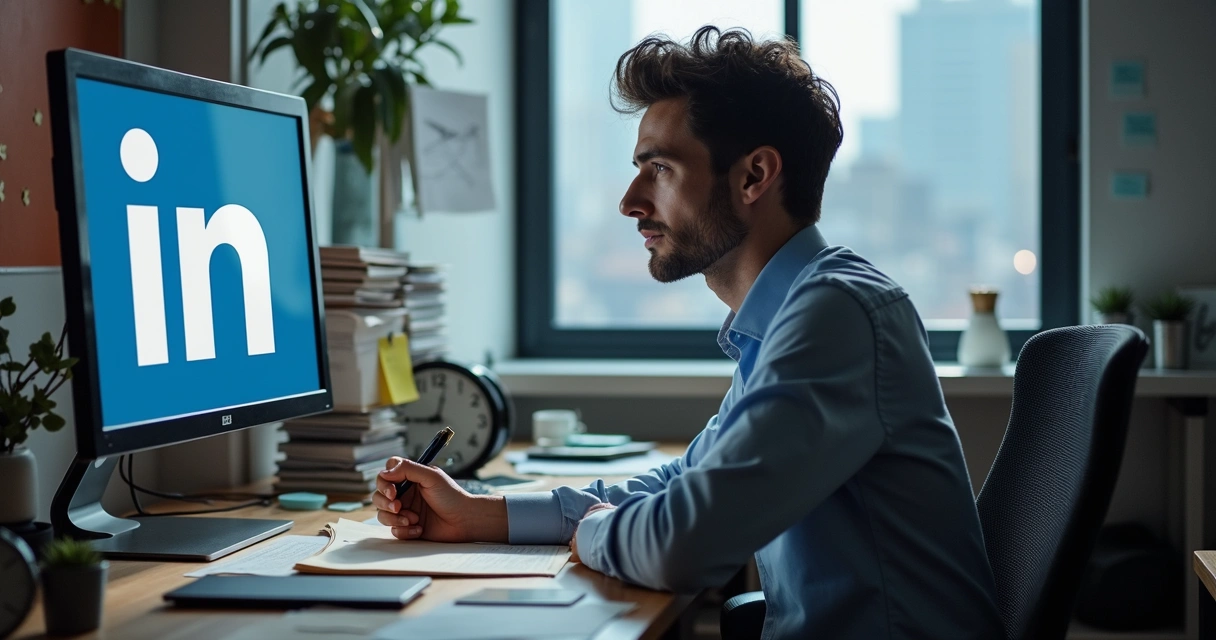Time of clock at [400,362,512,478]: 9:01
